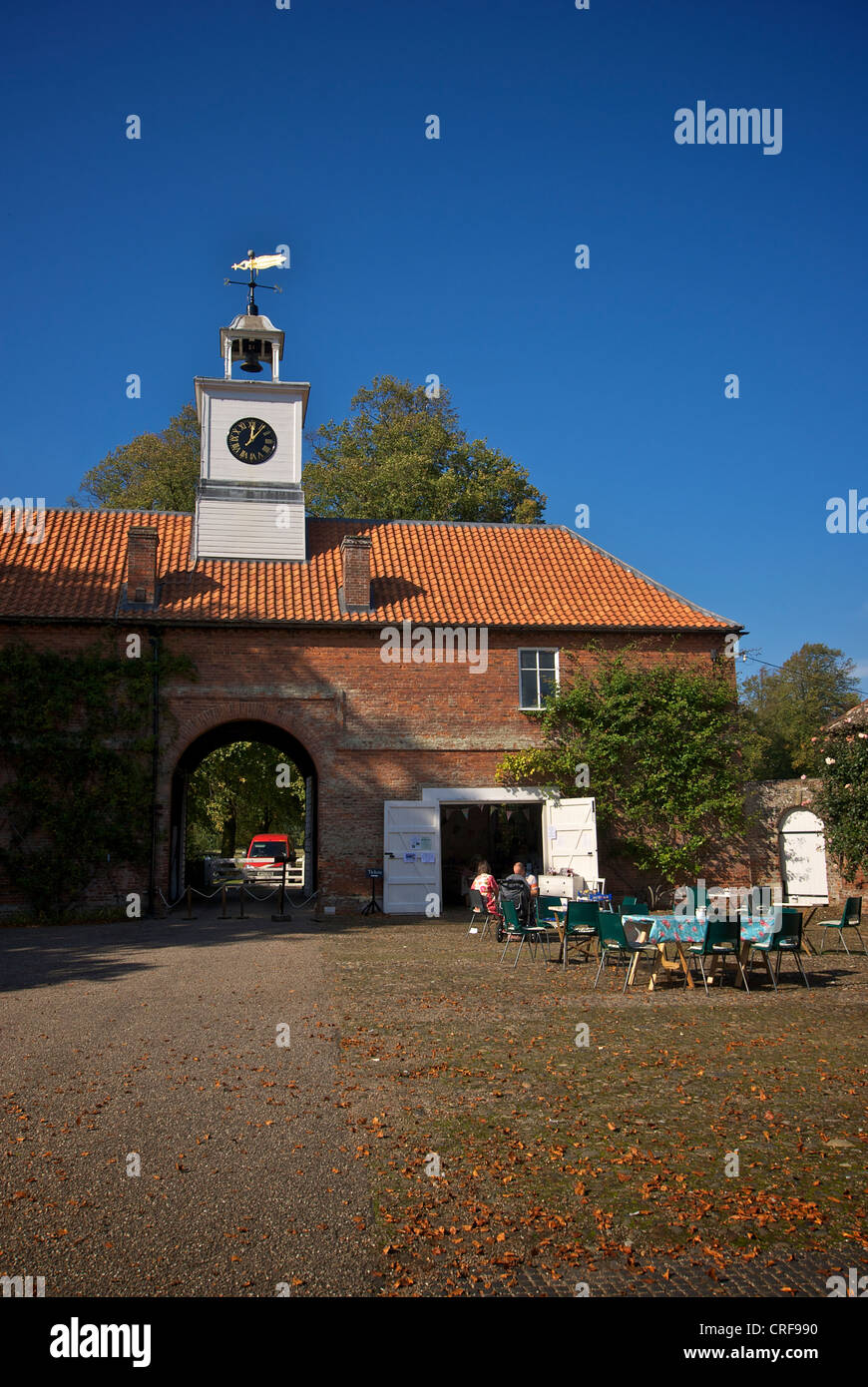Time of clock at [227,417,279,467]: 12:06
